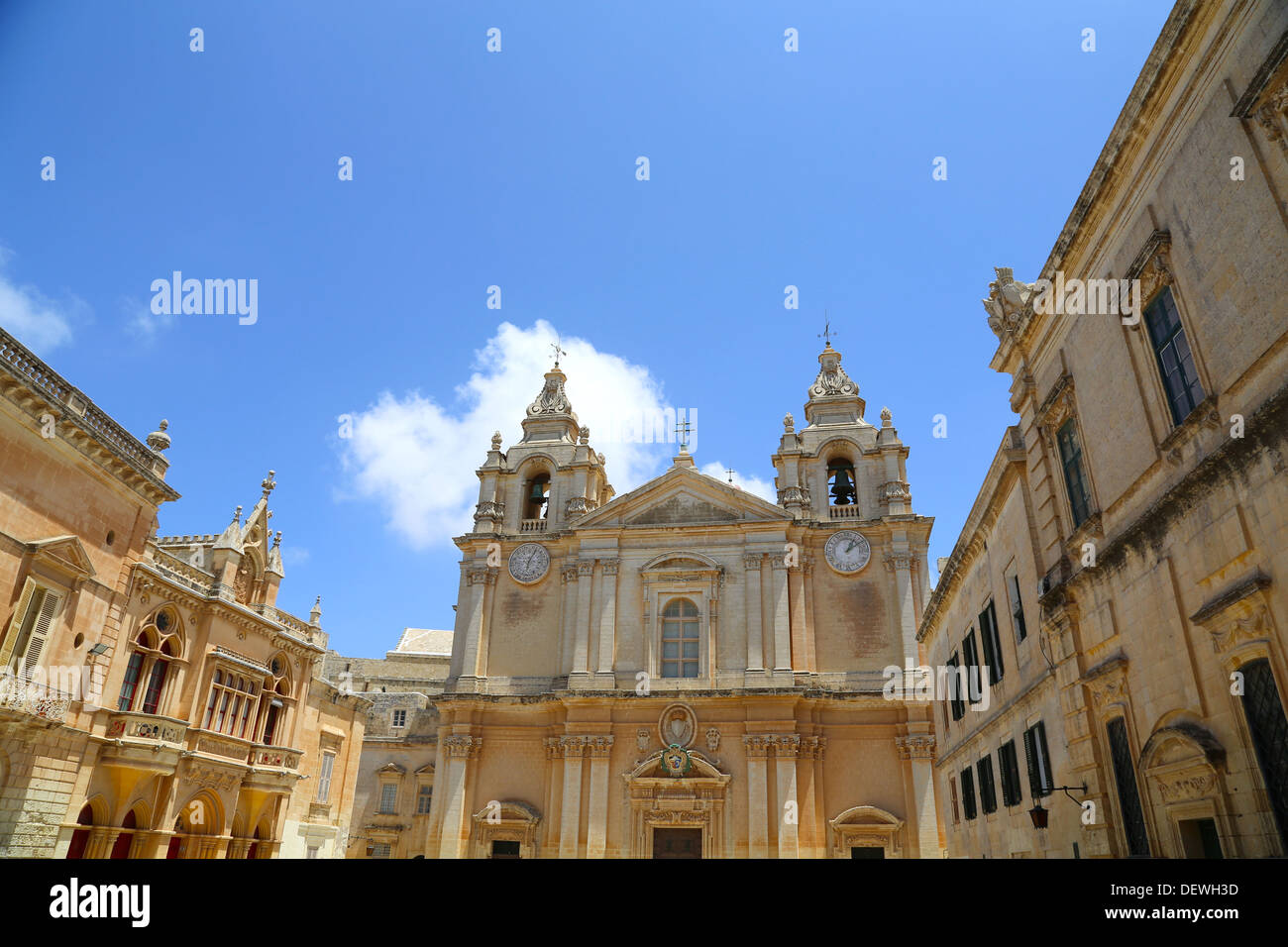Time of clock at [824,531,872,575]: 1:09
